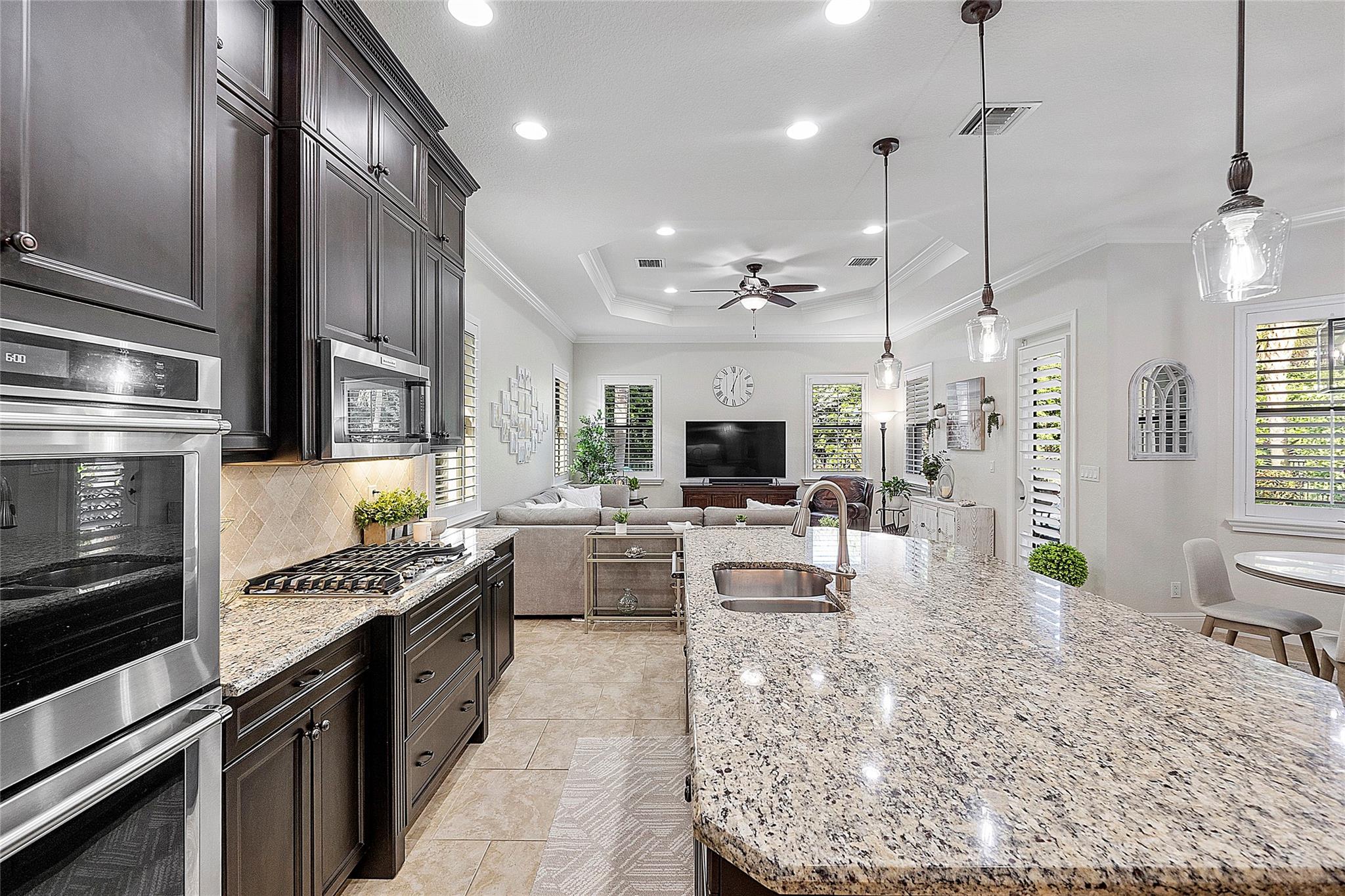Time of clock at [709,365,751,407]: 6:03
